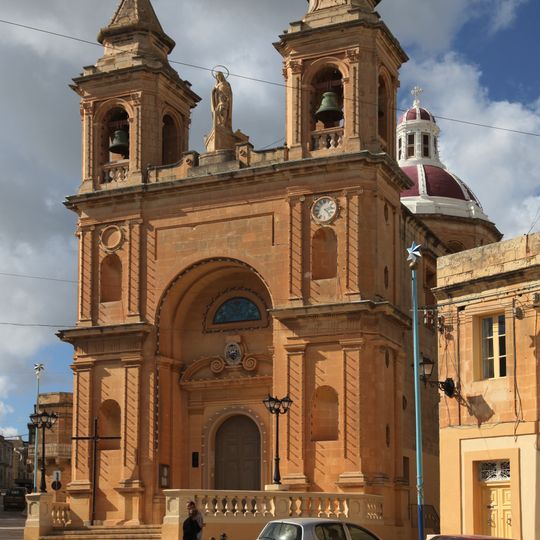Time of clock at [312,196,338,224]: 2:23
